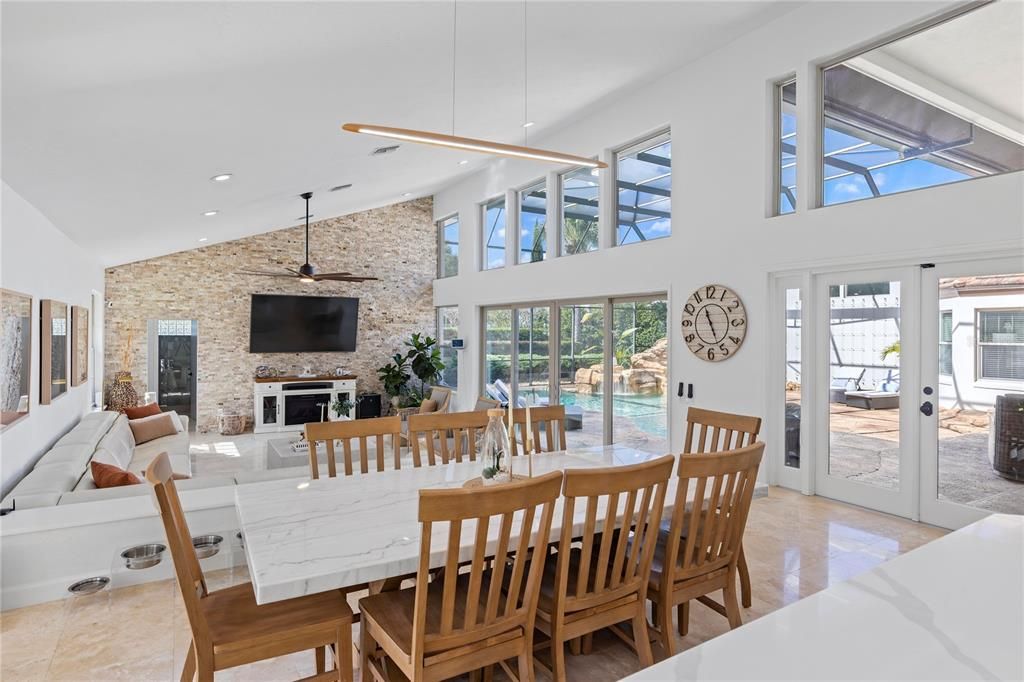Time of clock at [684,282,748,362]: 11:26
